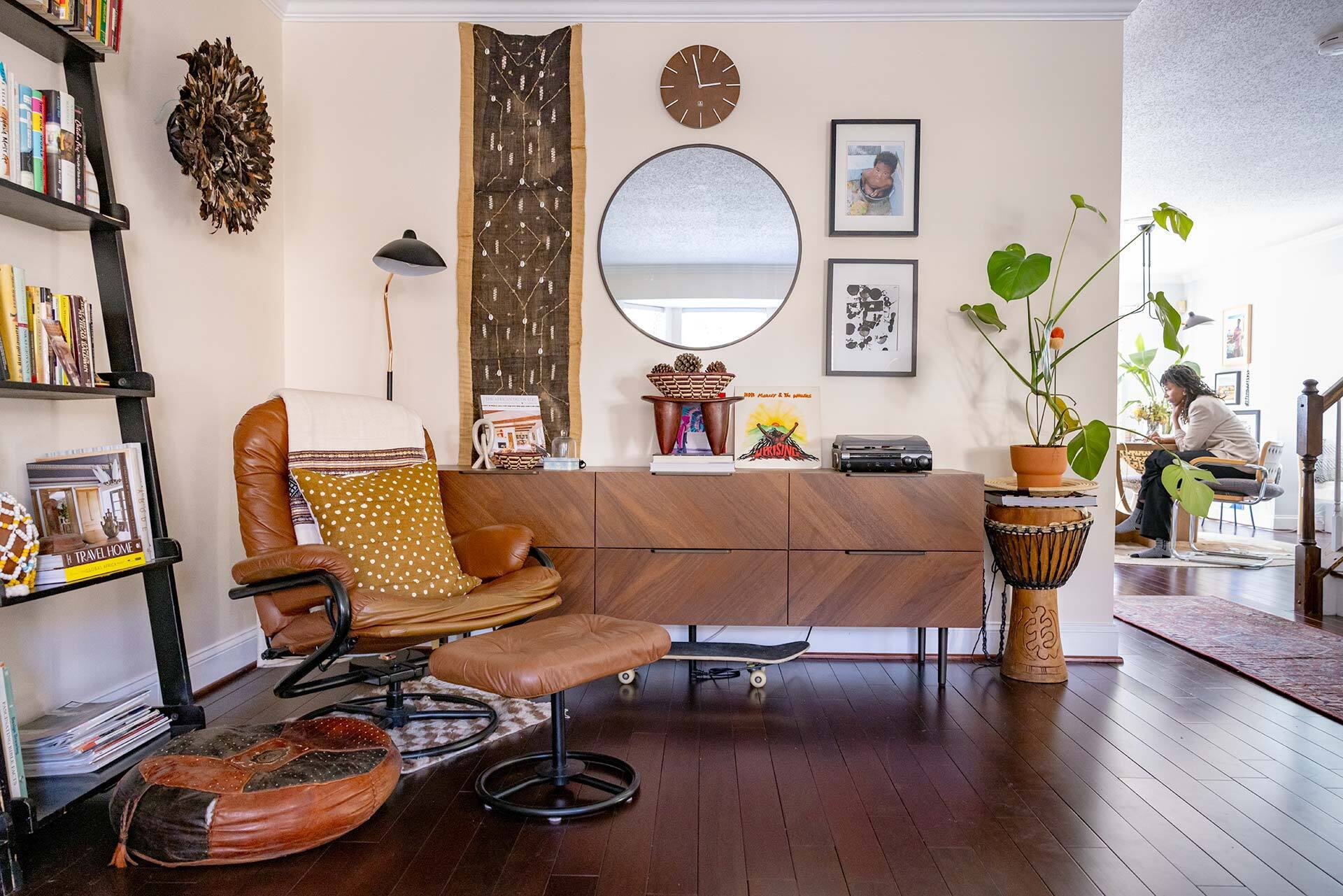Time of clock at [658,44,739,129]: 2:58
